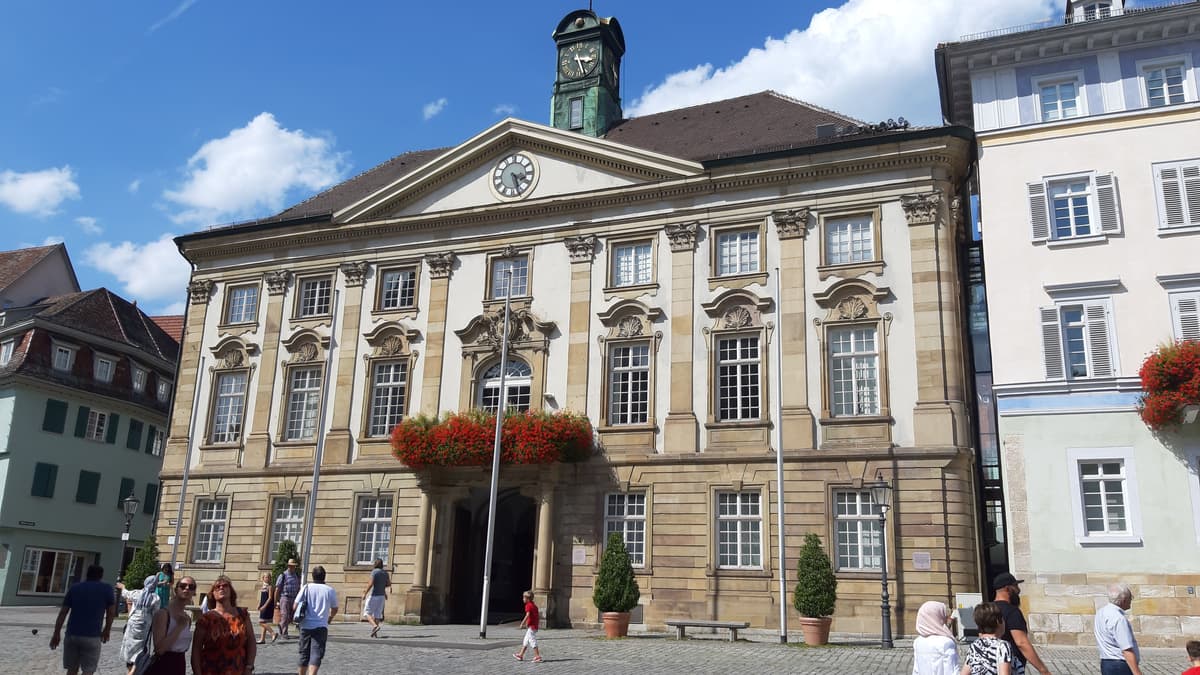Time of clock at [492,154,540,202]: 3:26
